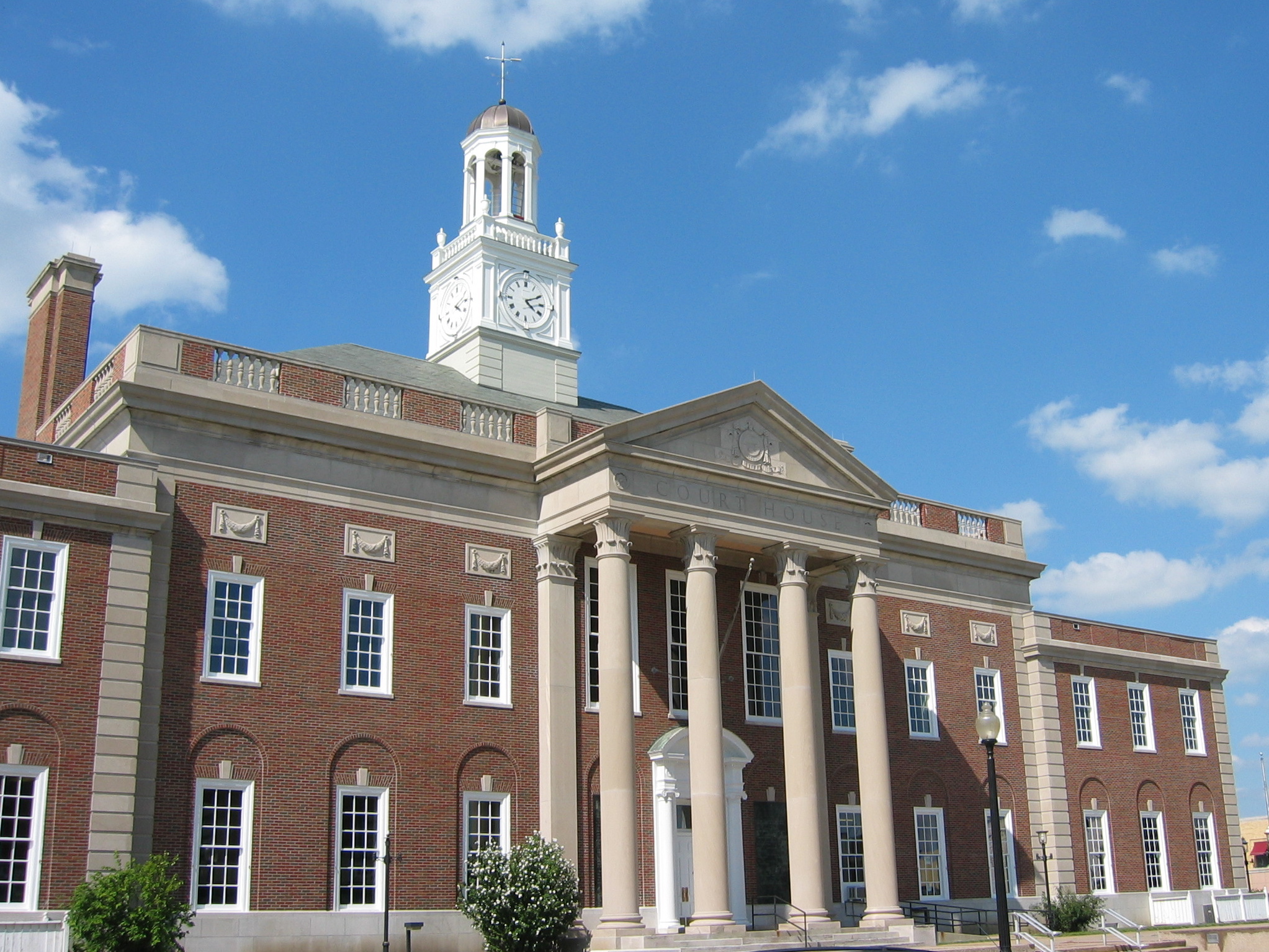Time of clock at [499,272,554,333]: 4:10
